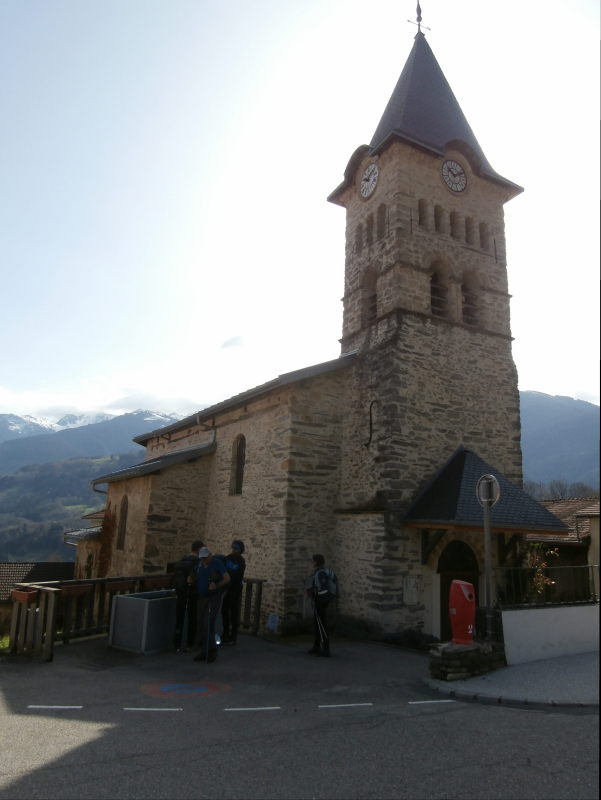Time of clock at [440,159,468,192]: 10:12
